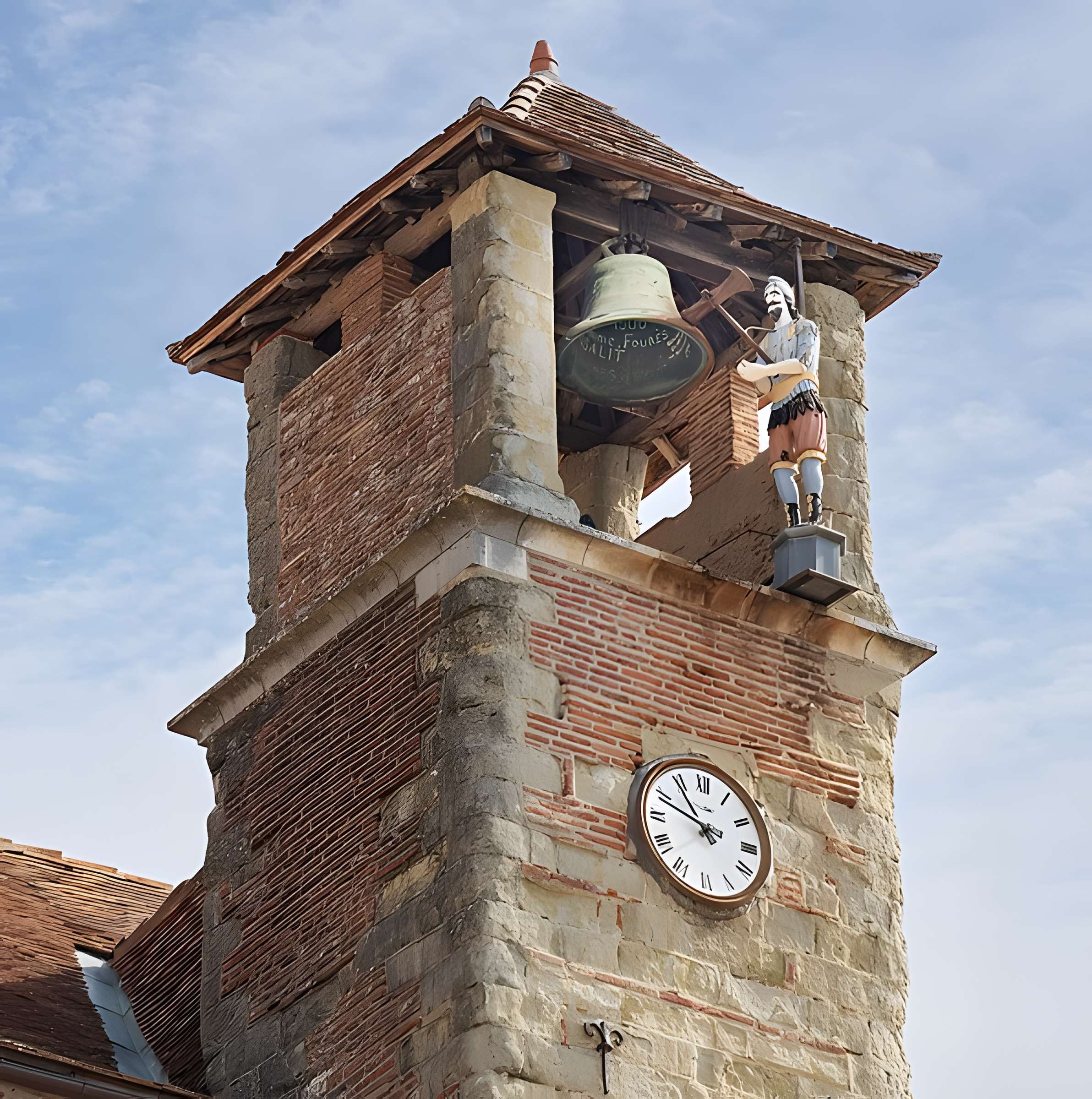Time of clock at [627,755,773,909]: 10:48
